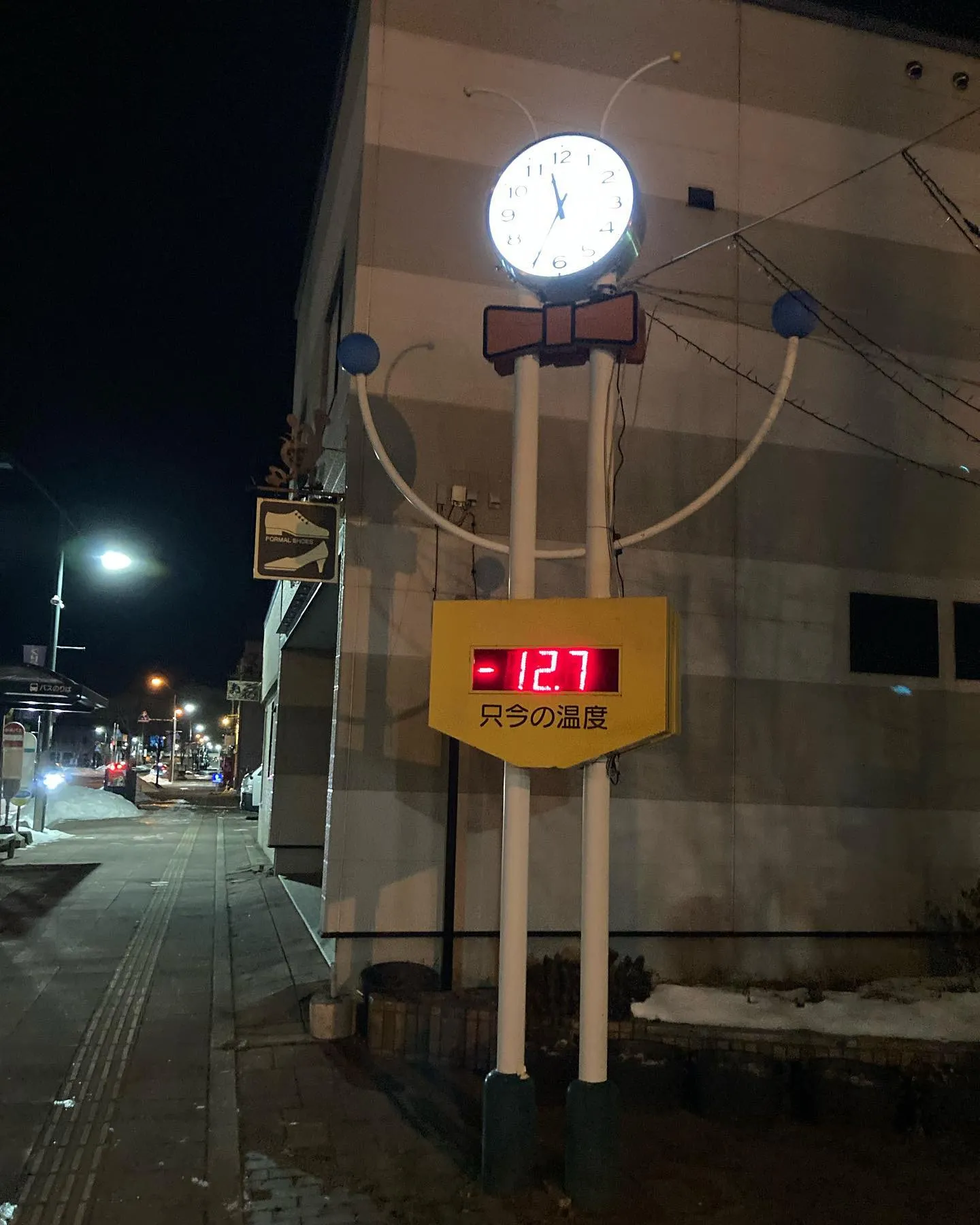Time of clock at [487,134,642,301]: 11:34
